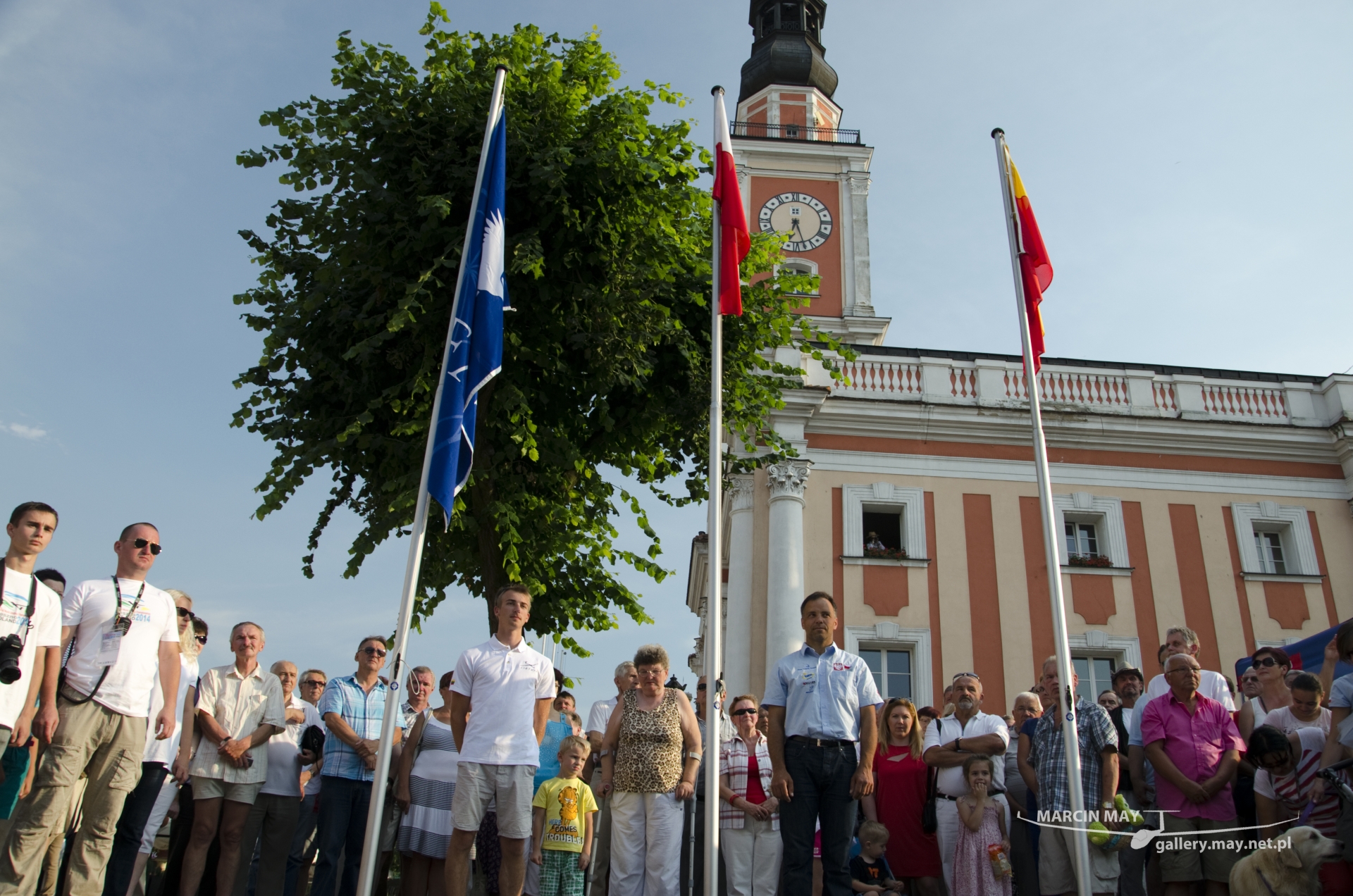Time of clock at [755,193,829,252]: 6:26
